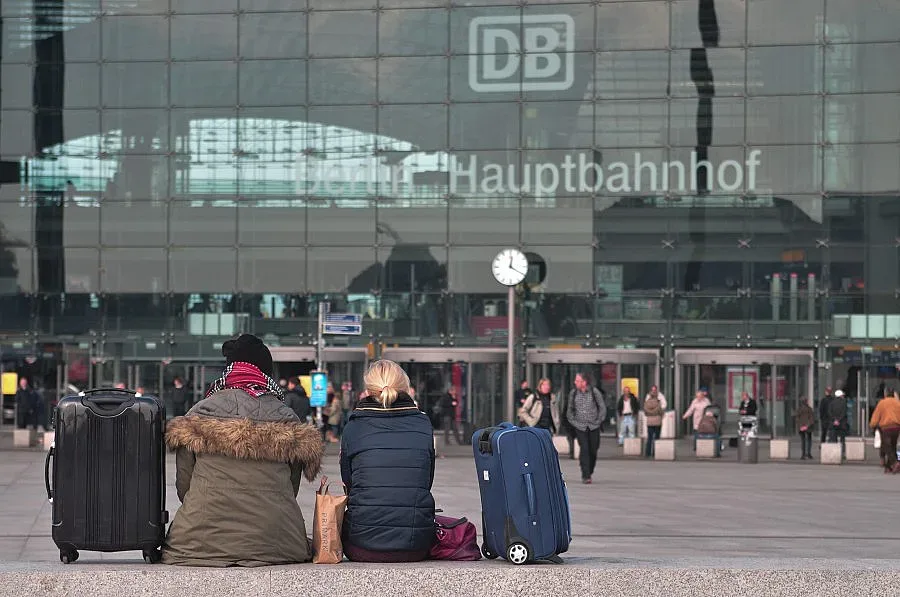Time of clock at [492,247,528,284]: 12:20
